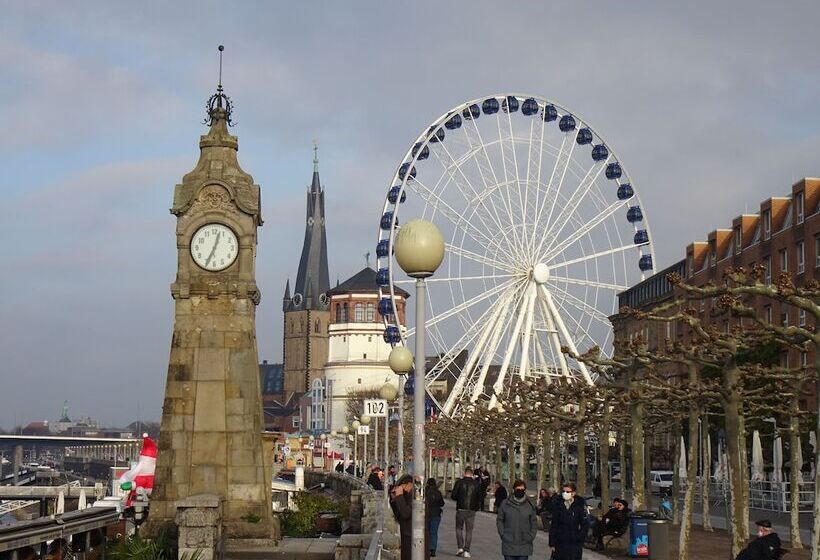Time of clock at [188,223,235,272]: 12:34
